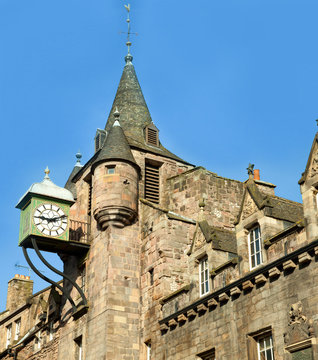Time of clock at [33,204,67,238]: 9:11
